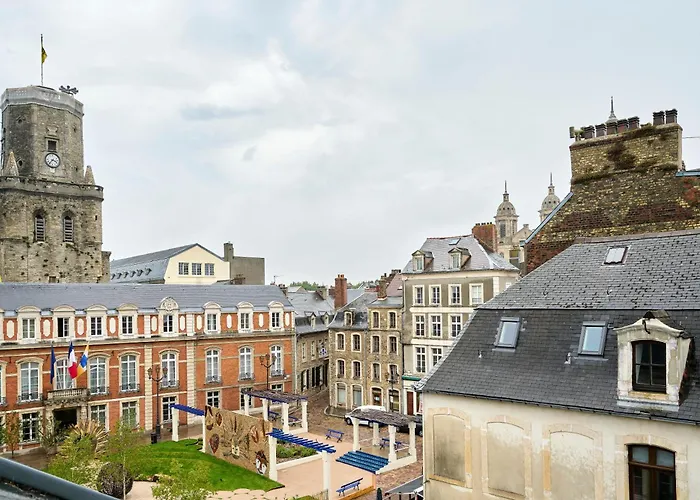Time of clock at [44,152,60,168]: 3:36
